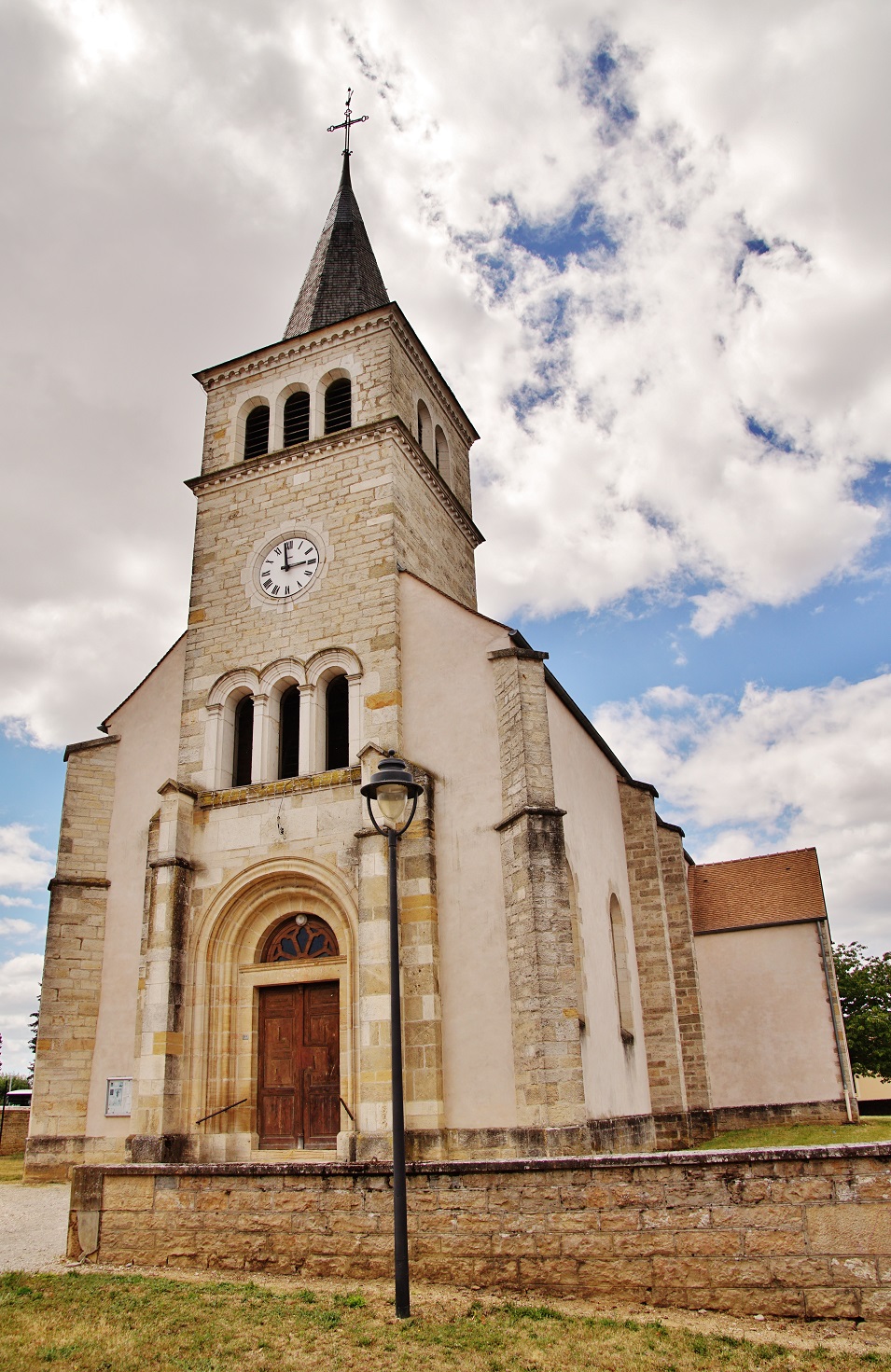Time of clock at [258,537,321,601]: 2:58
